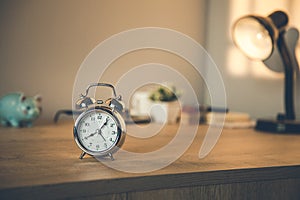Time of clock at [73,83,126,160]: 8:06
